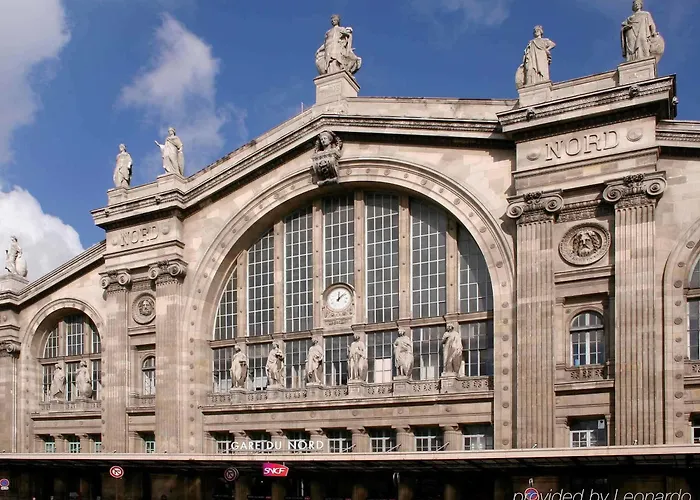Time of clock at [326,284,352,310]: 12:07
